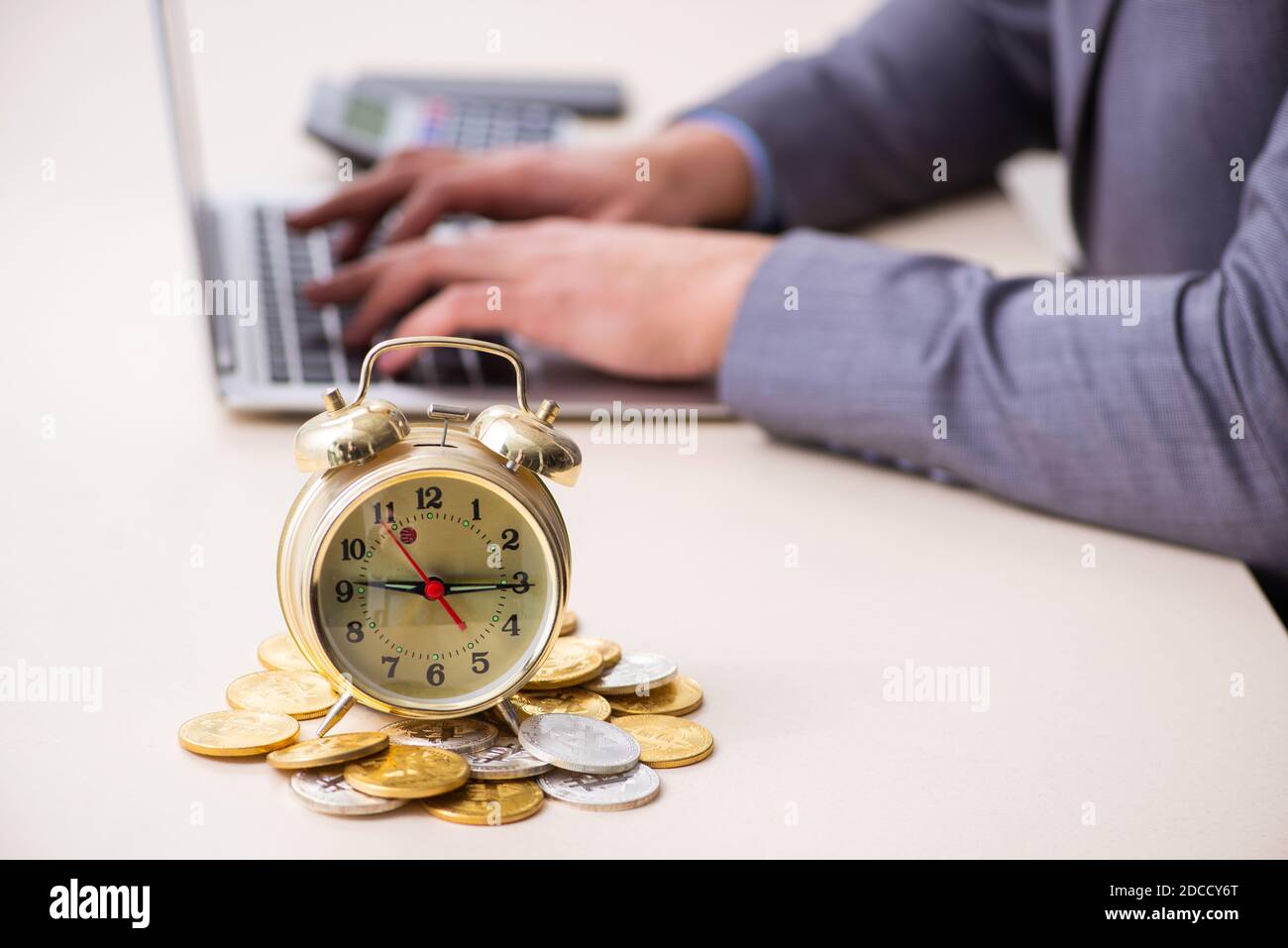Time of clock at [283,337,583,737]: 9:15
